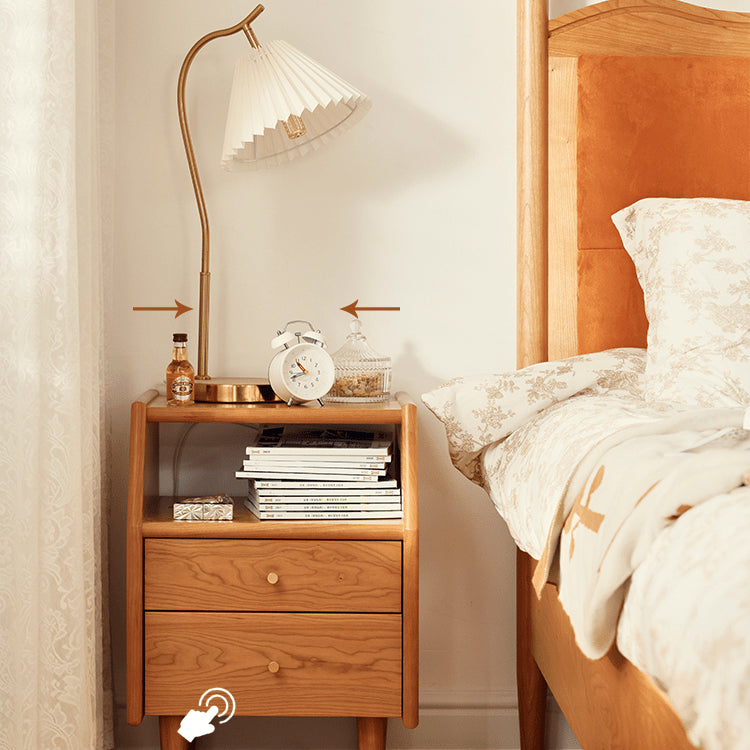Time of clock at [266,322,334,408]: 10:41
